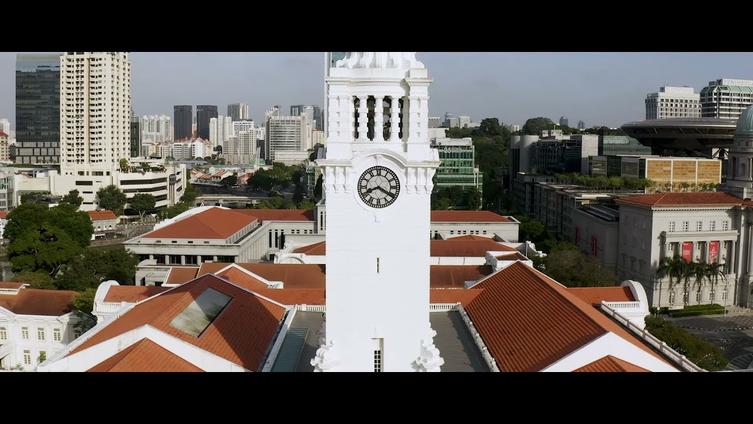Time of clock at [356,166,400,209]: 8:20
